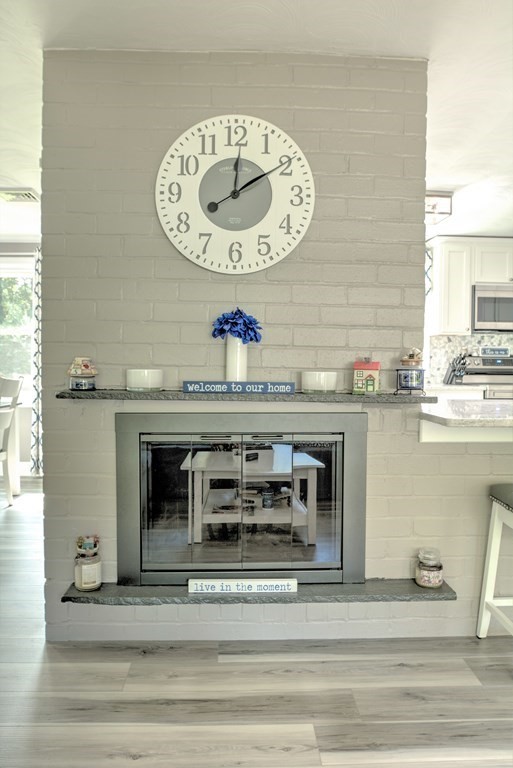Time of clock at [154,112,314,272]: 12:09
